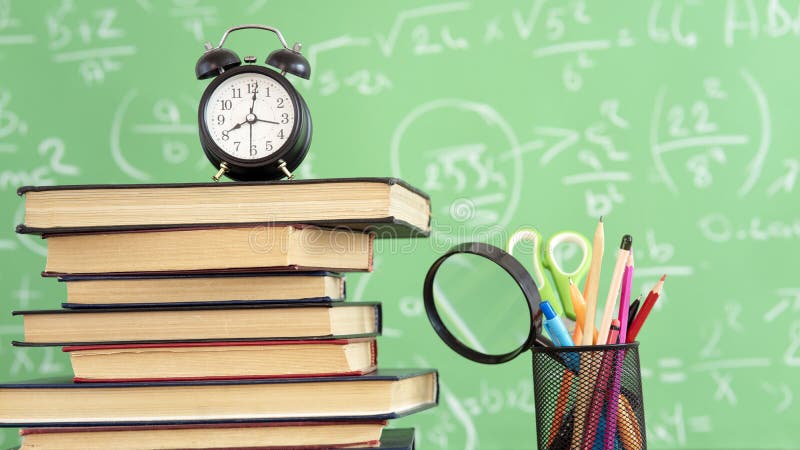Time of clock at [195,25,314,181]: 8:01
